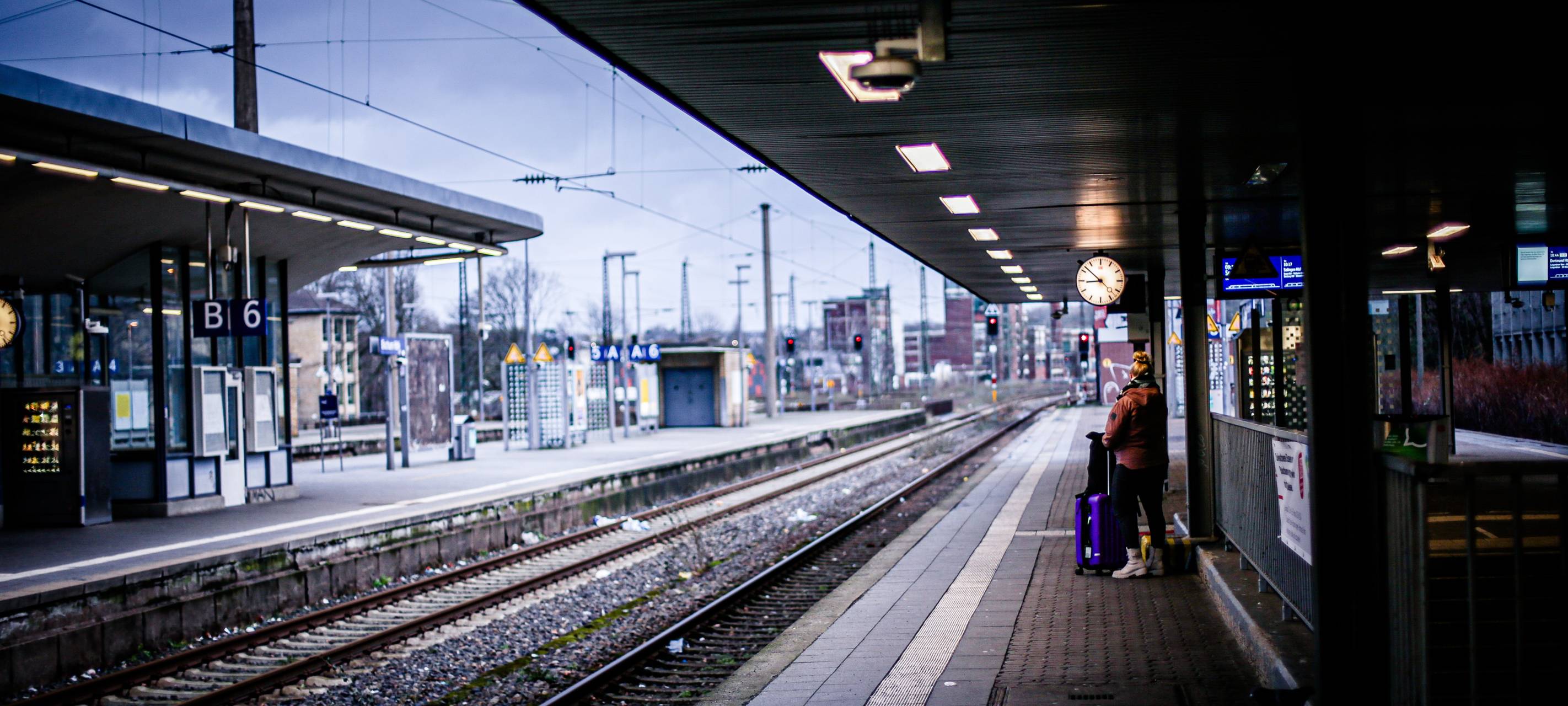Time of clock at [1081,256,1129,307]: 8:52
